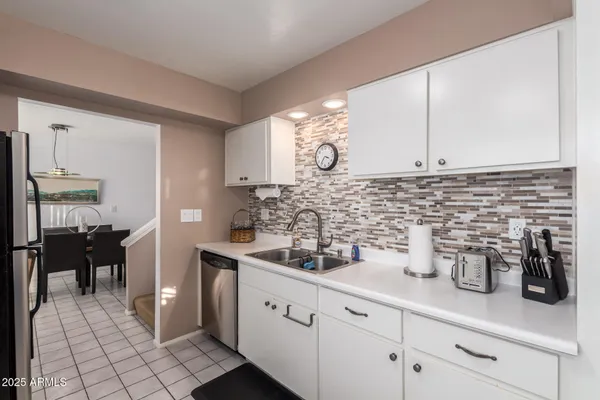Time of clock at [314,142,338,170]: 3:35
